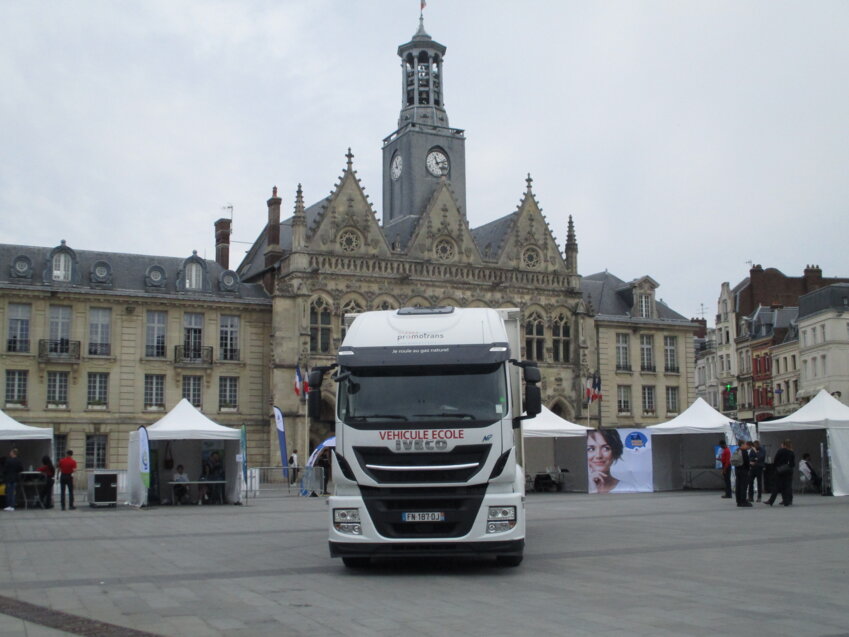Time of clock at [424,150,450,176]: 11:12
